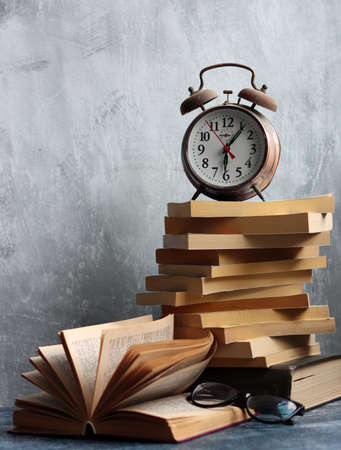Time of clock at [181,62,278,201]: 6:06
